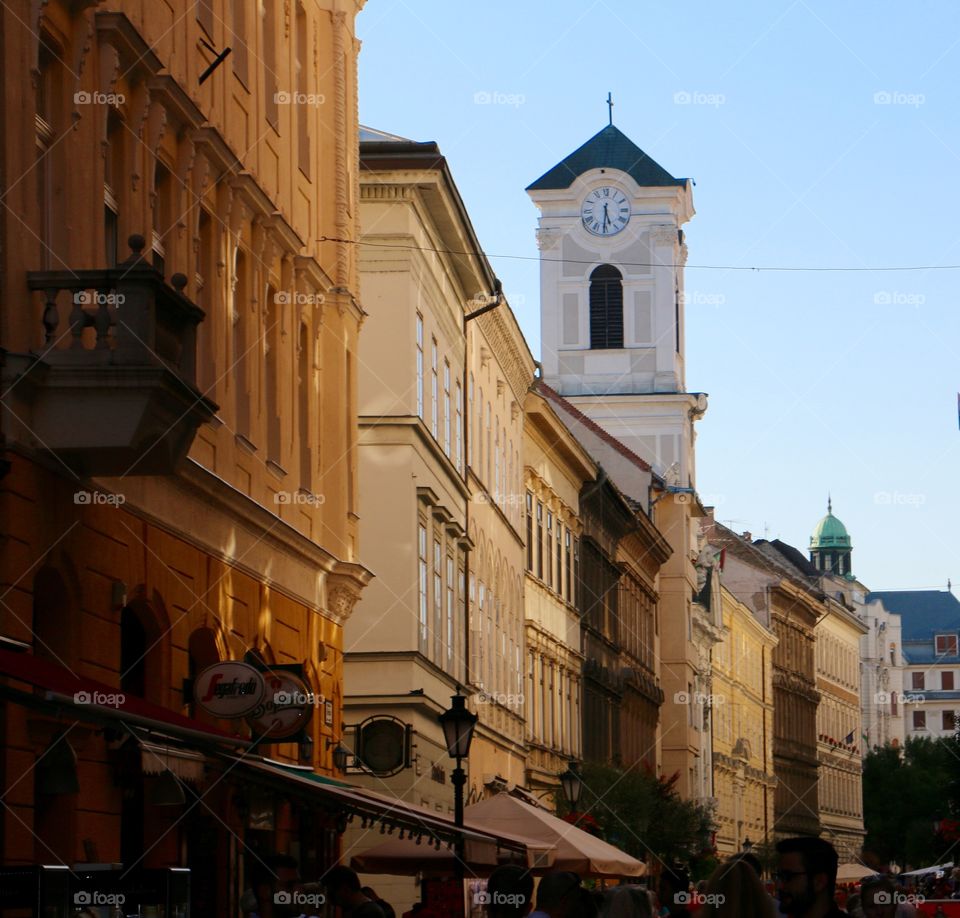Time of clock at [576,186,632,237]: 5:30
